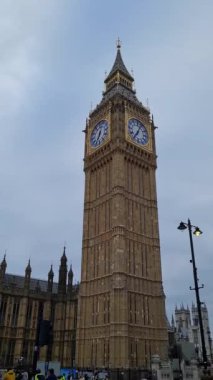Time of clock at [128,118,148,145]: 7:04
